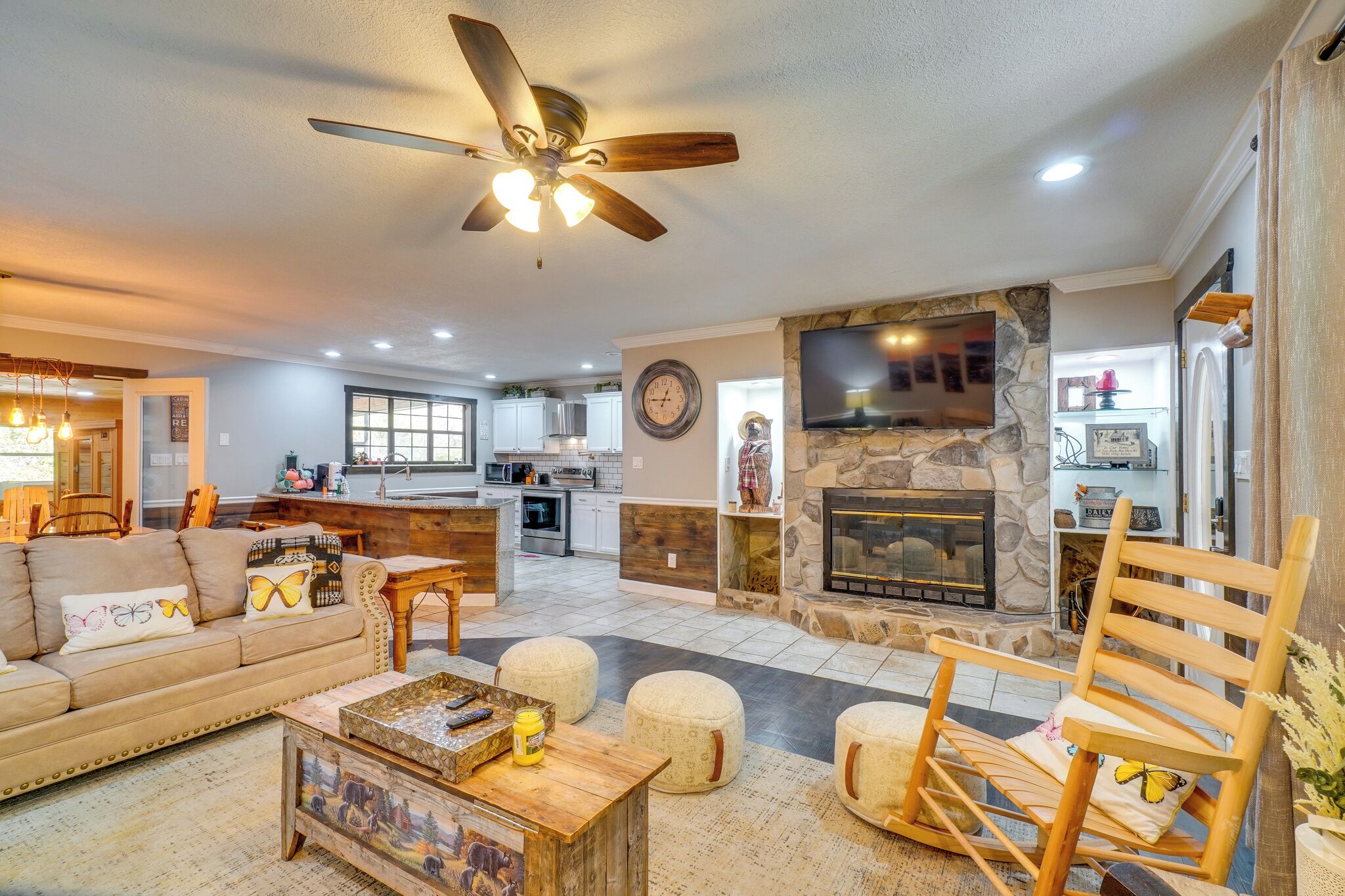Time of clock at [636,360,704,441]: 12:45
